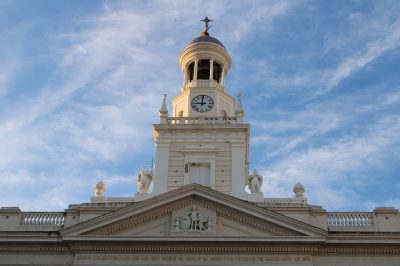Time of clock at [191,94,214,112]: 9:00
